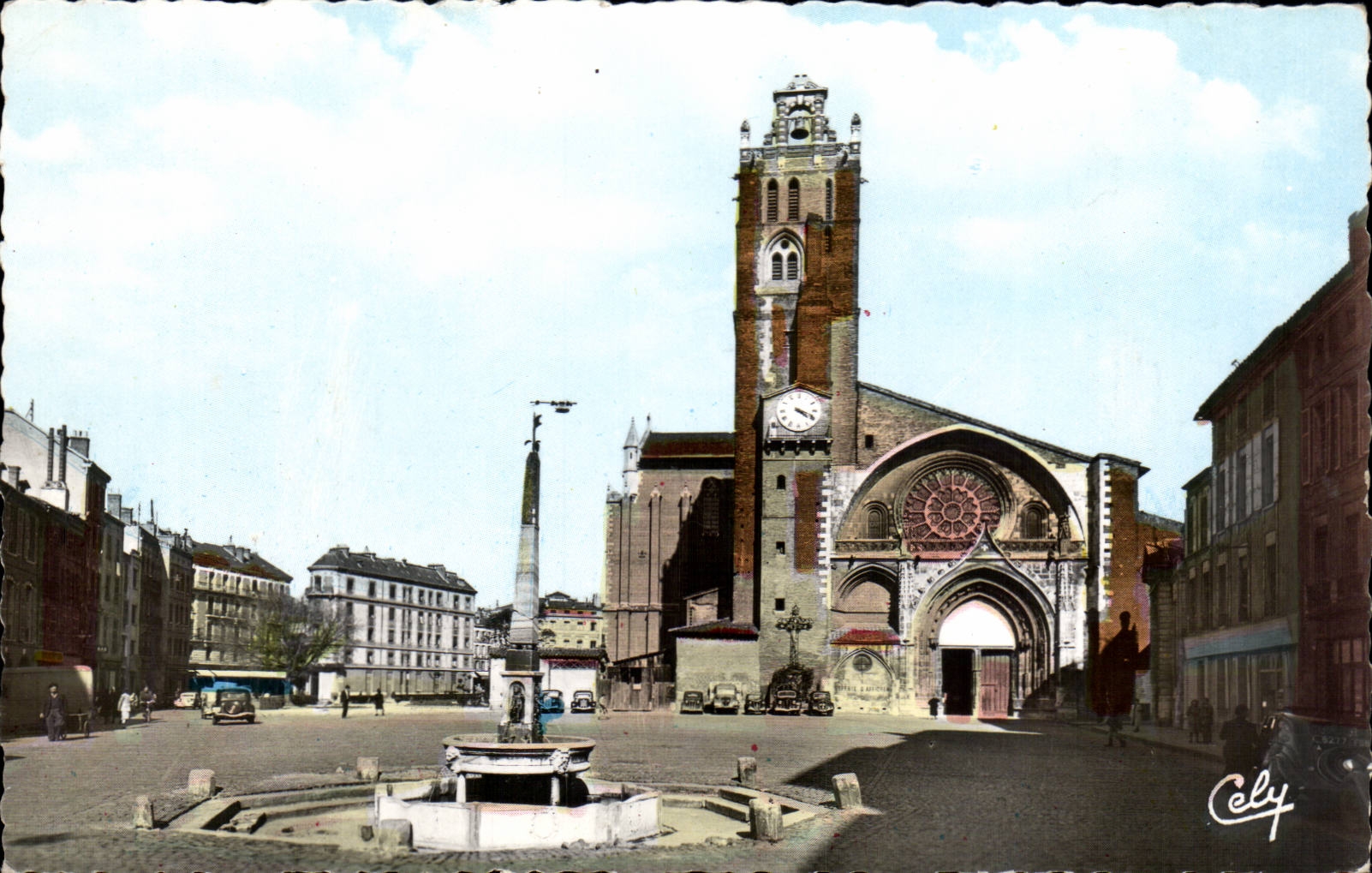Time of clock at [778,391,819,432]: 4:18
